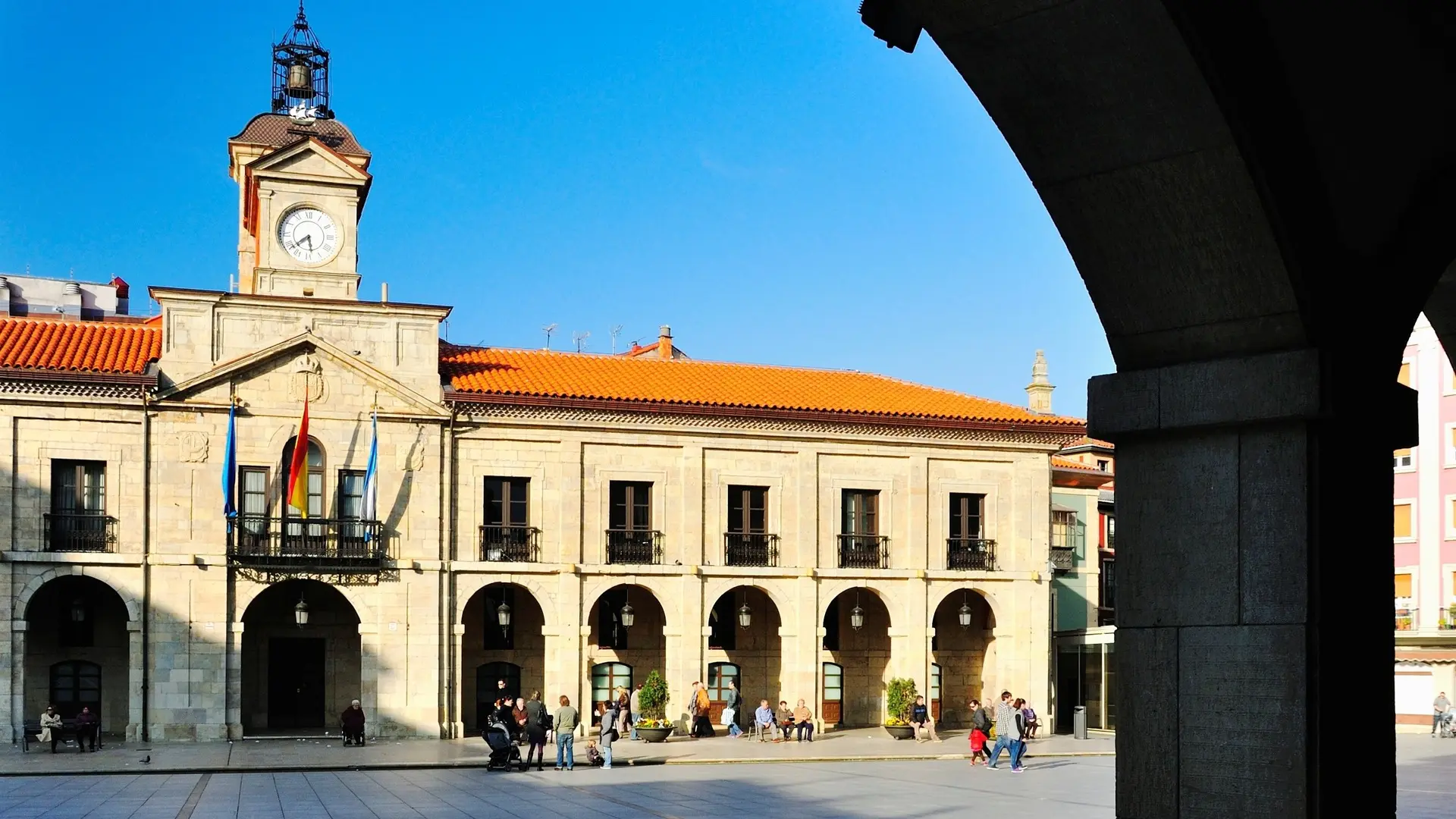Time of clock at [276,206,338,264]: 5:38
